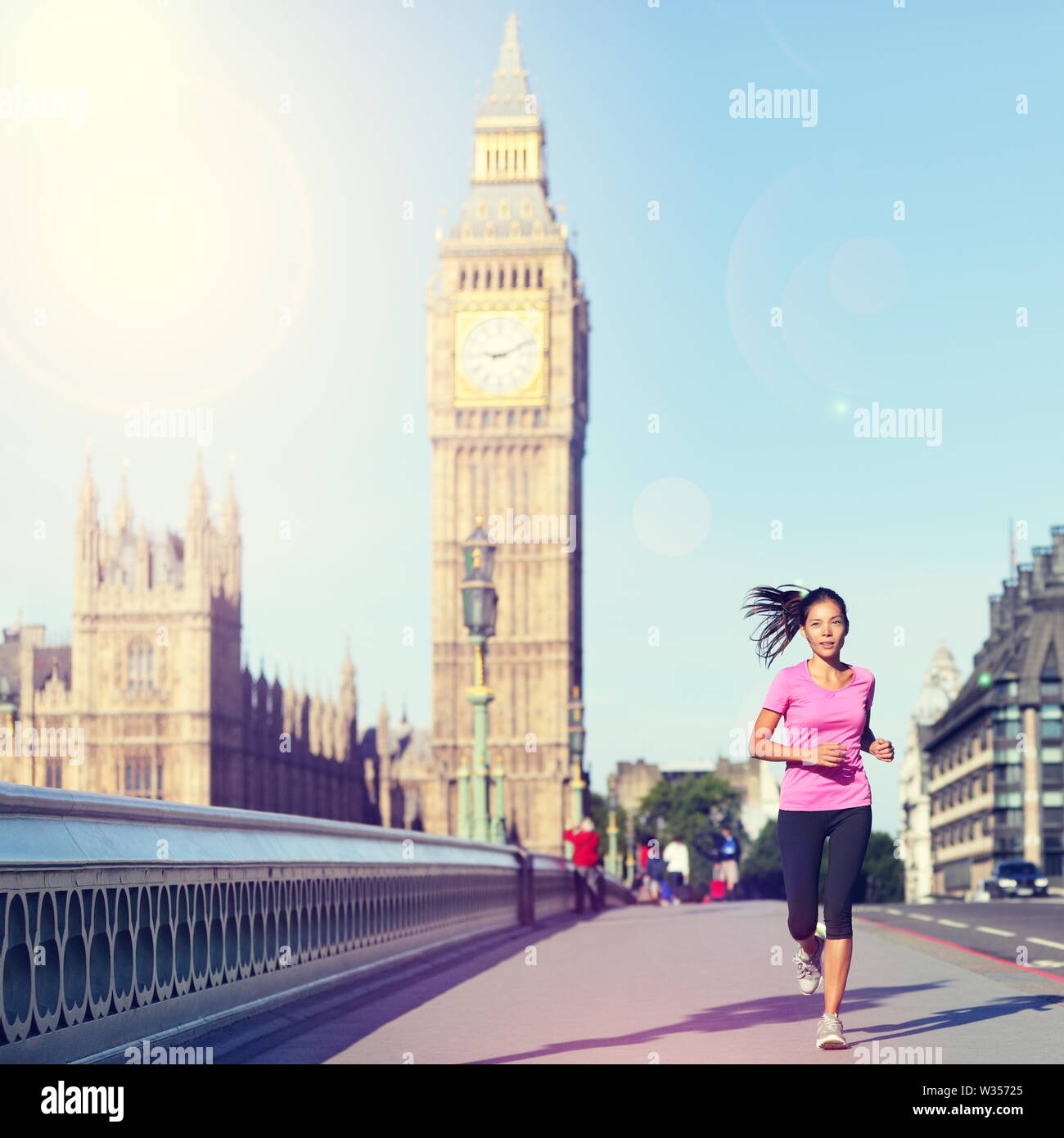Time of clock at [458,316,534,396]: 9:11
